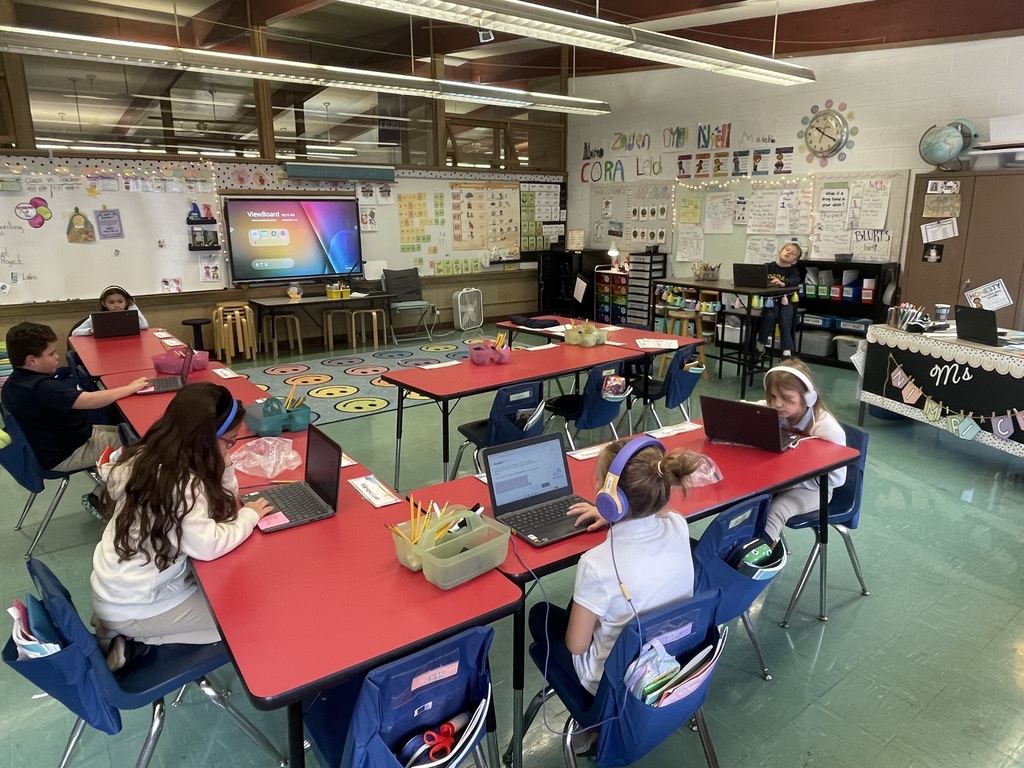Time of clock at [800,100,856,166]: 10:19
